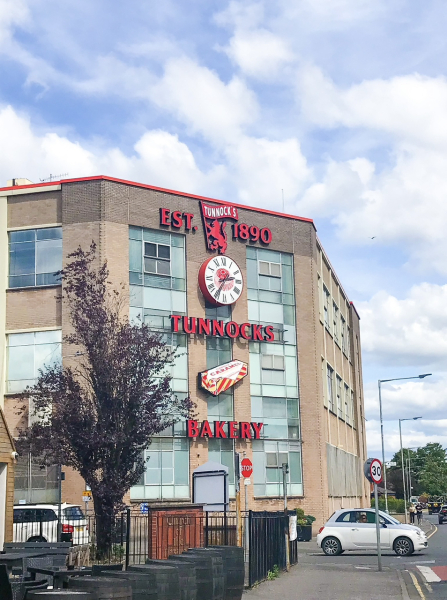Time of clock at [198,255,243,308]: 2:35
